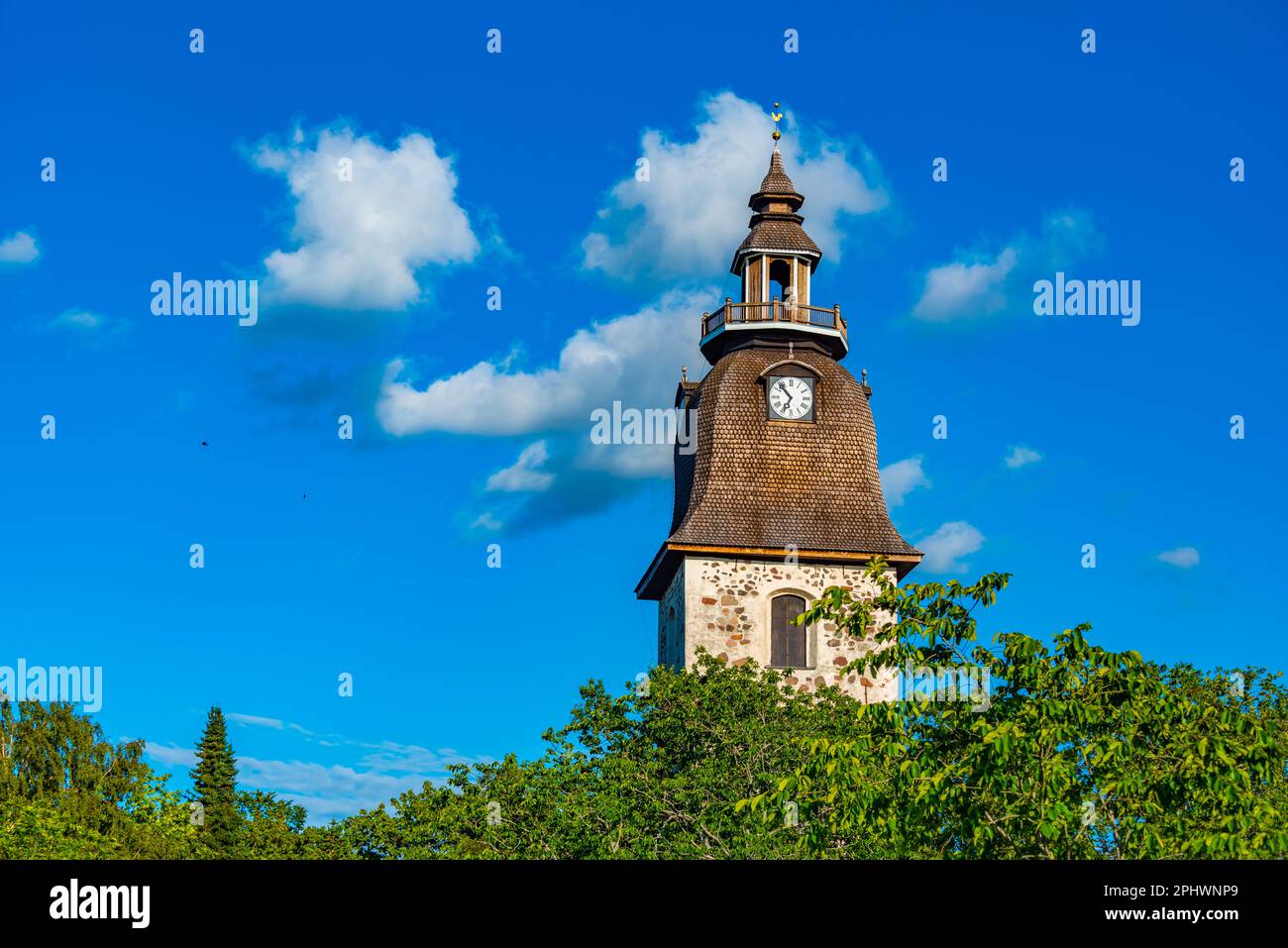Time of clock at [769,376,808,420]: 6:53
